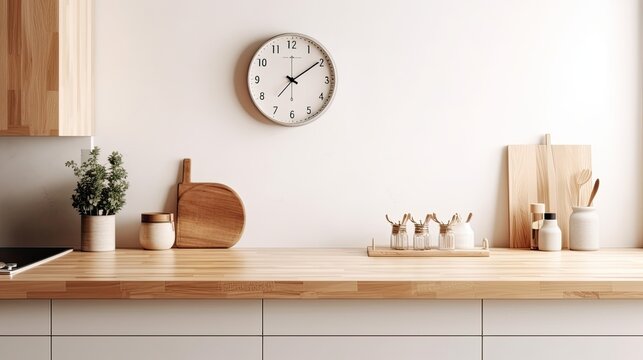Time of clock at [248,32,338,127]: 7:09
